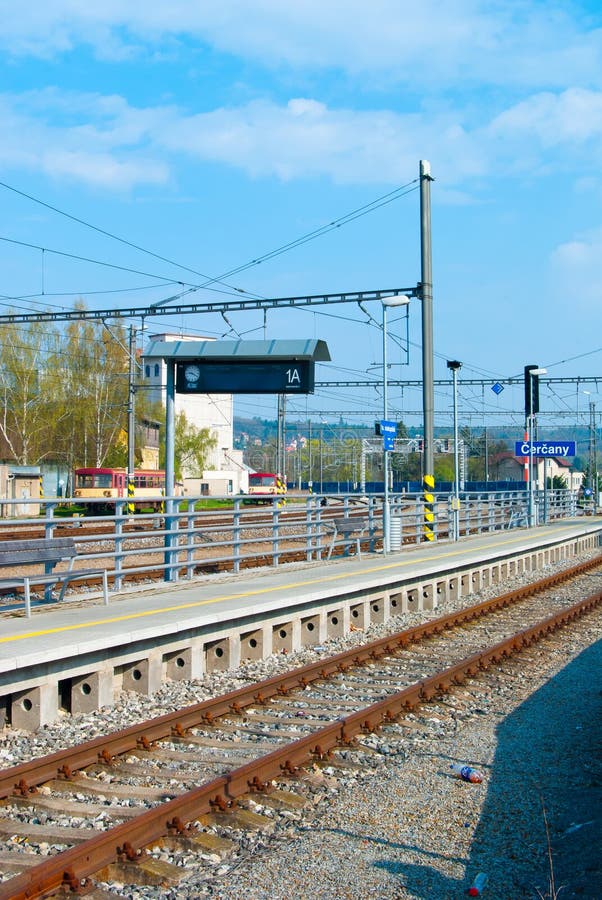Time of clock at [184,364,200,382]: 9:20
